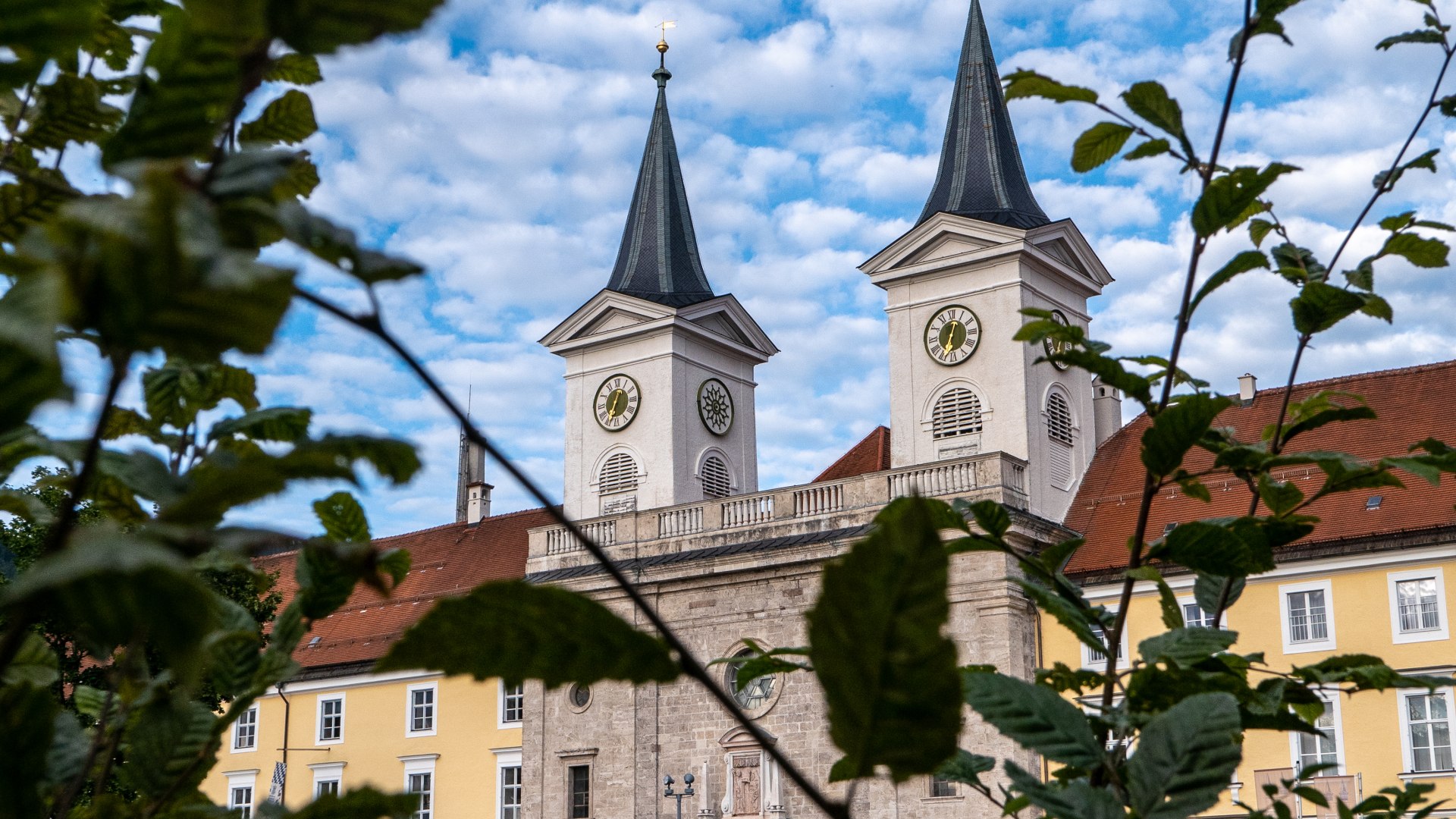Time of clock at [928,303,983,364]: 12:33
